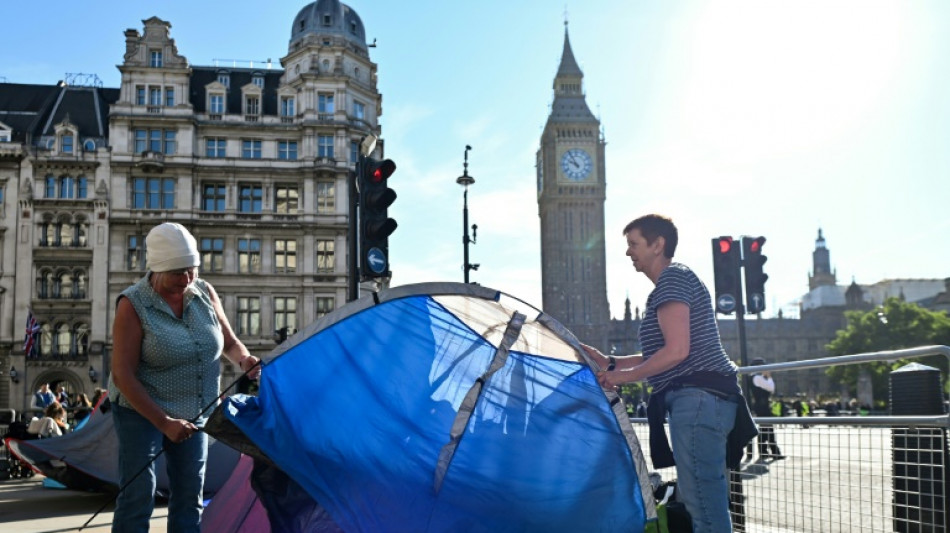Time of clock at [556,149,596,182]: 9:54
